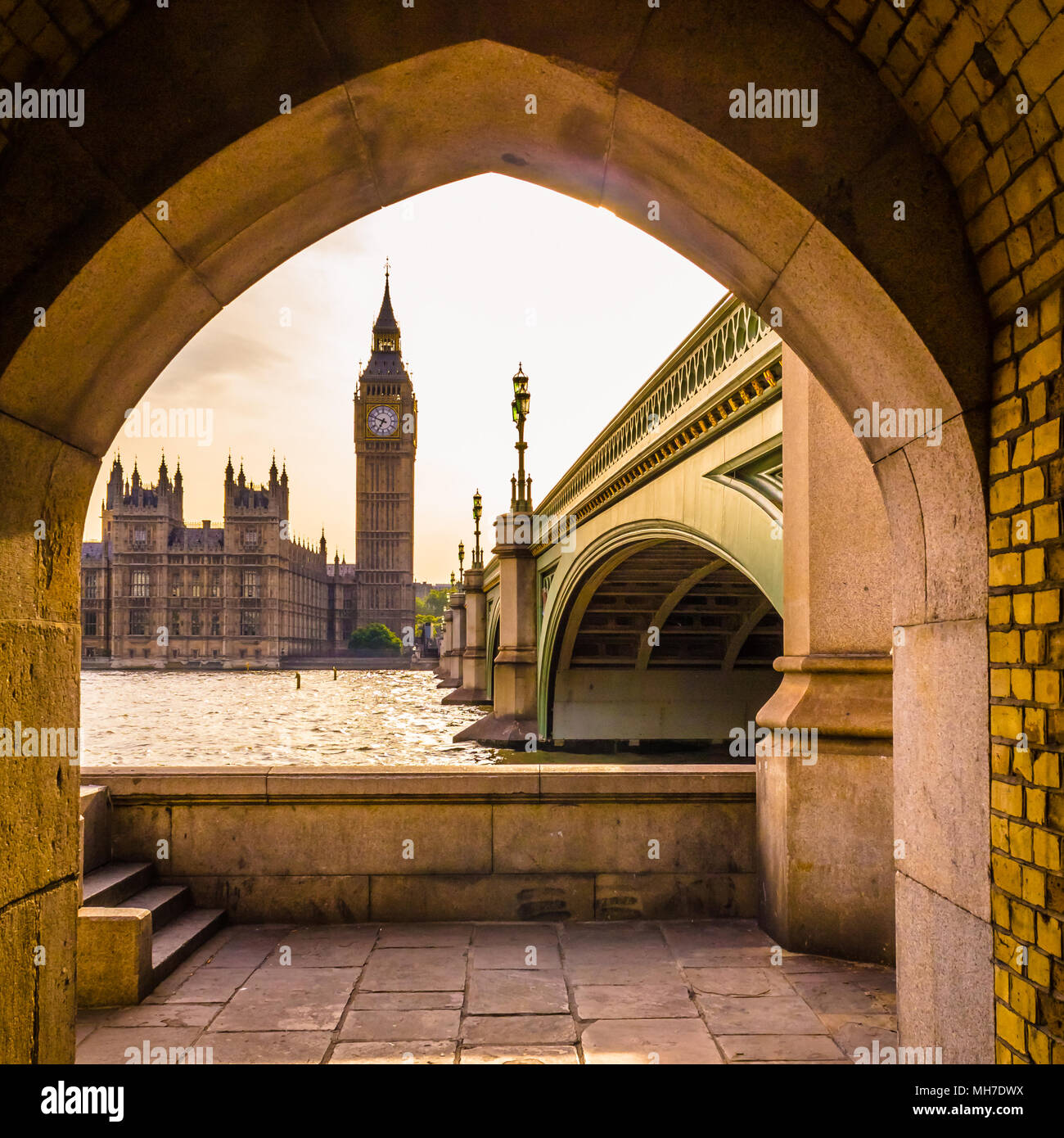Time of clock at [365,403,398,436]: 6:48
